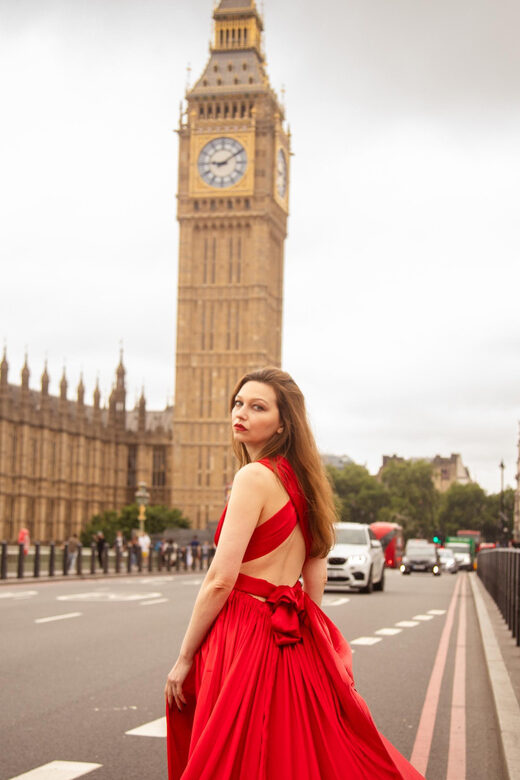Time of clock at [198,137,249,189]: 9:09
